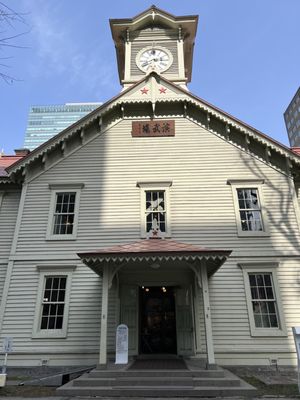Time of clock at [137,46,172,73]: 2:40
